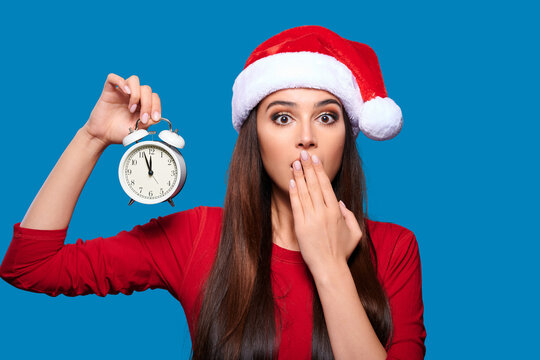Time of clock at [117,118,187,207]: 11:56
